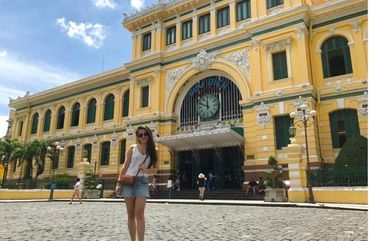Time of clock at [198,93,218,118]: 11:48
